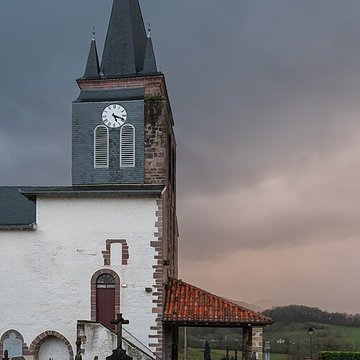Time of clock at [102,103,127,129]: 5:18
